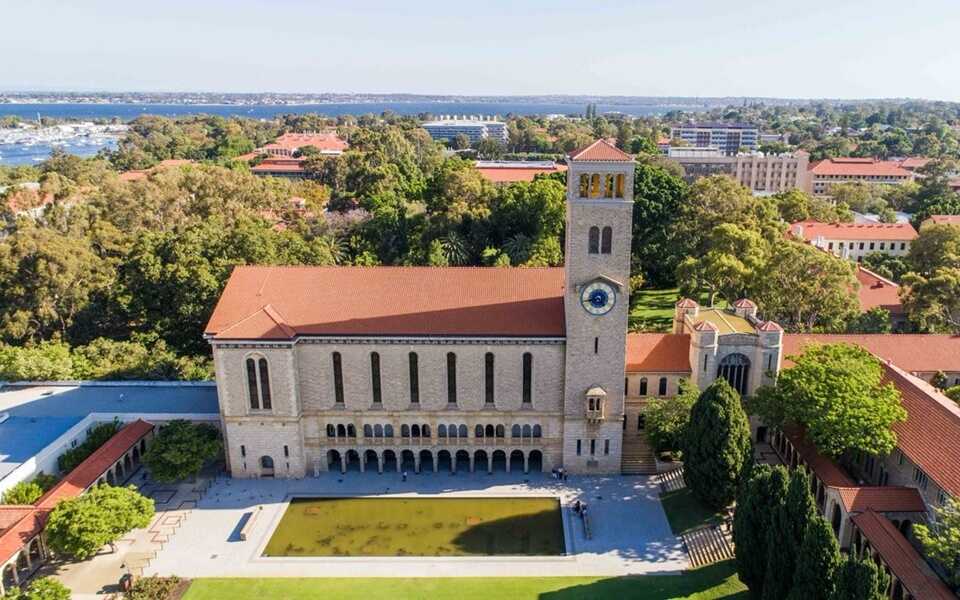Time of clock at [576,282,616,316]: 4:42
